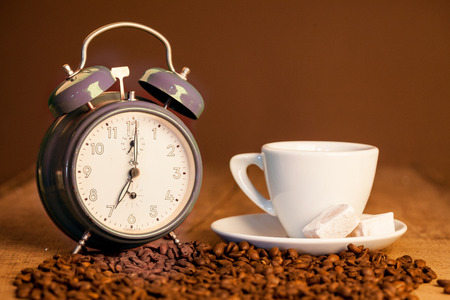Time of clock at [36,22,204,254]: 7:00
